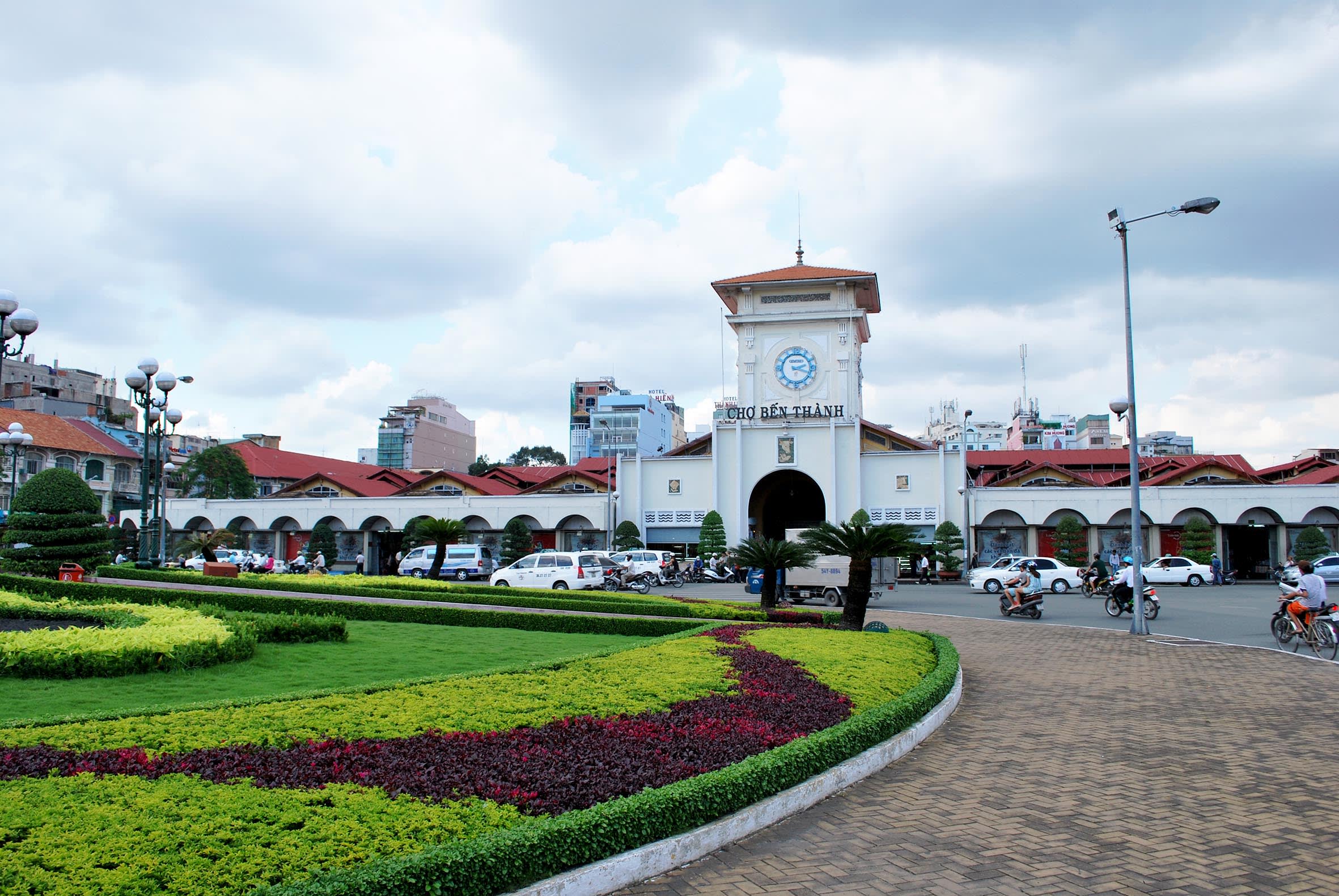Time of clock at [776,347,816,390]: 2:18
